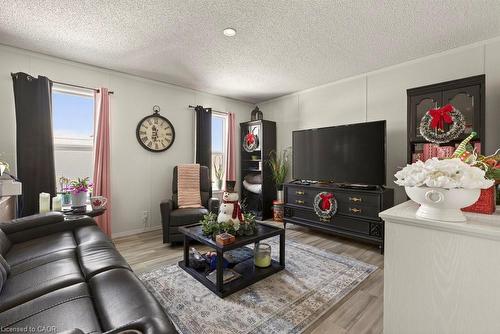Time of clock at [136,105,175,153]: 11:32
